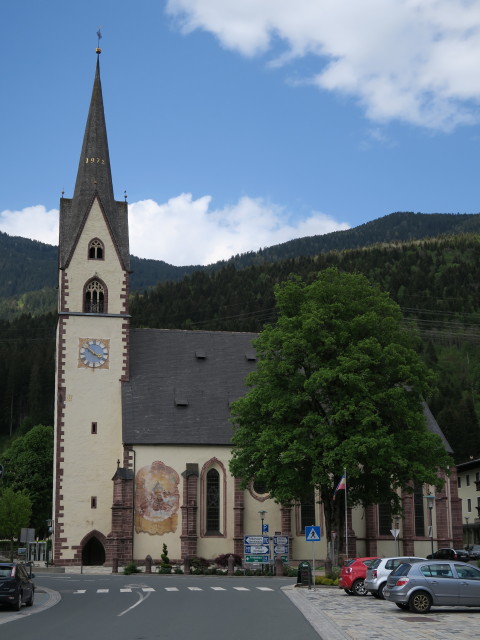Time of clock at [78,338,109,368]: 3:51
